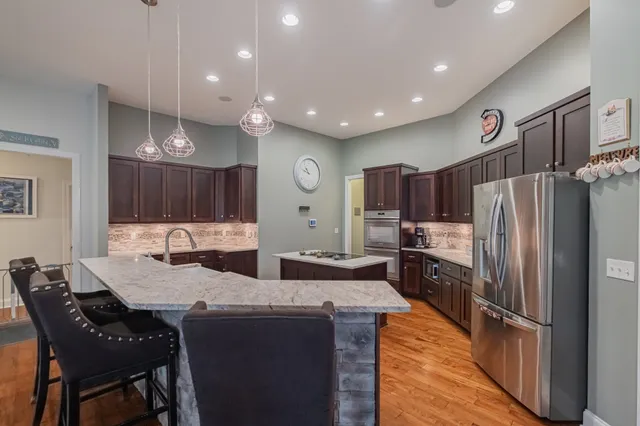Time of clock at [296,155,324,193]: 10:48
